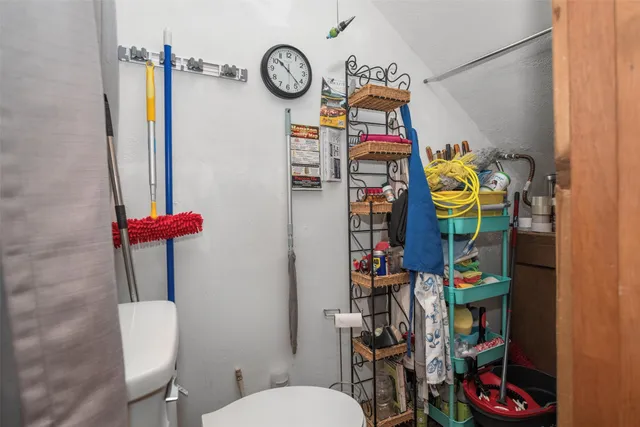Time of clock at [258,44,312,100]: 10:22
